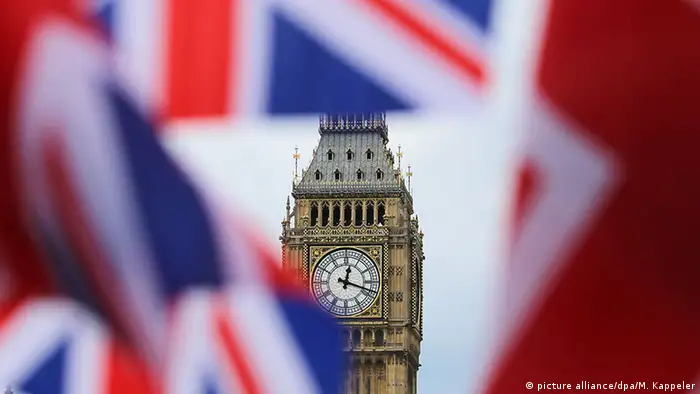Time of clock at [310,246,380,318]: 12:18
